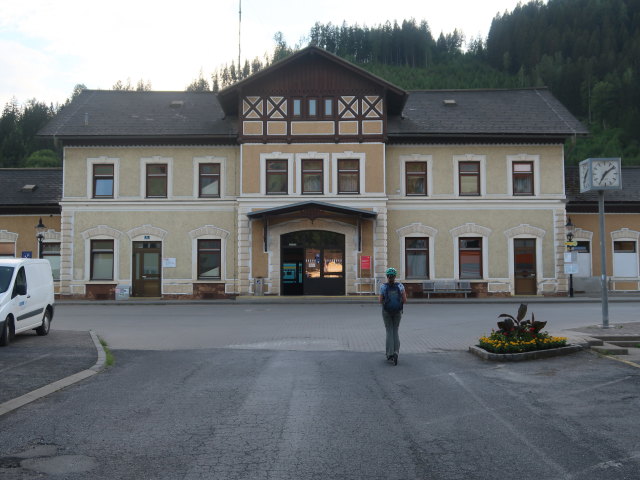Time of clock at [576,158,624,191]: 7:08
